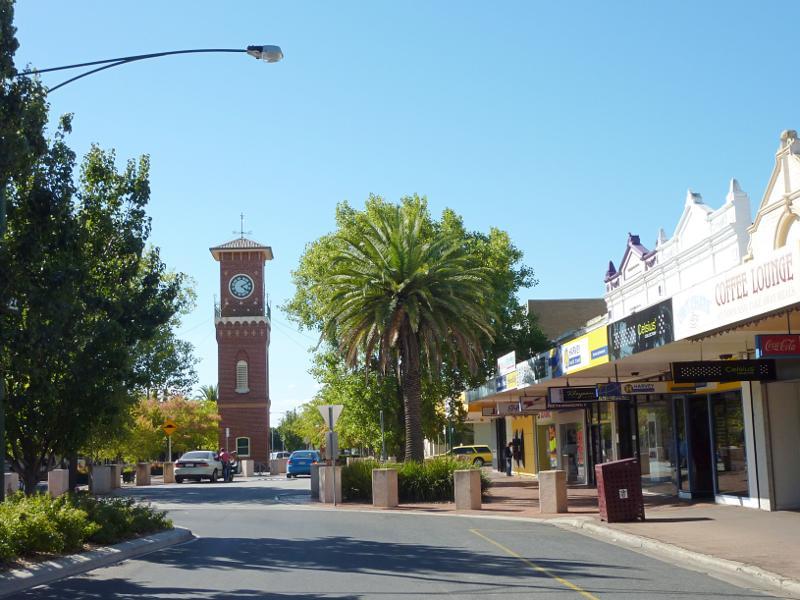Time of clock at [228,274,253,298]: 4:10
